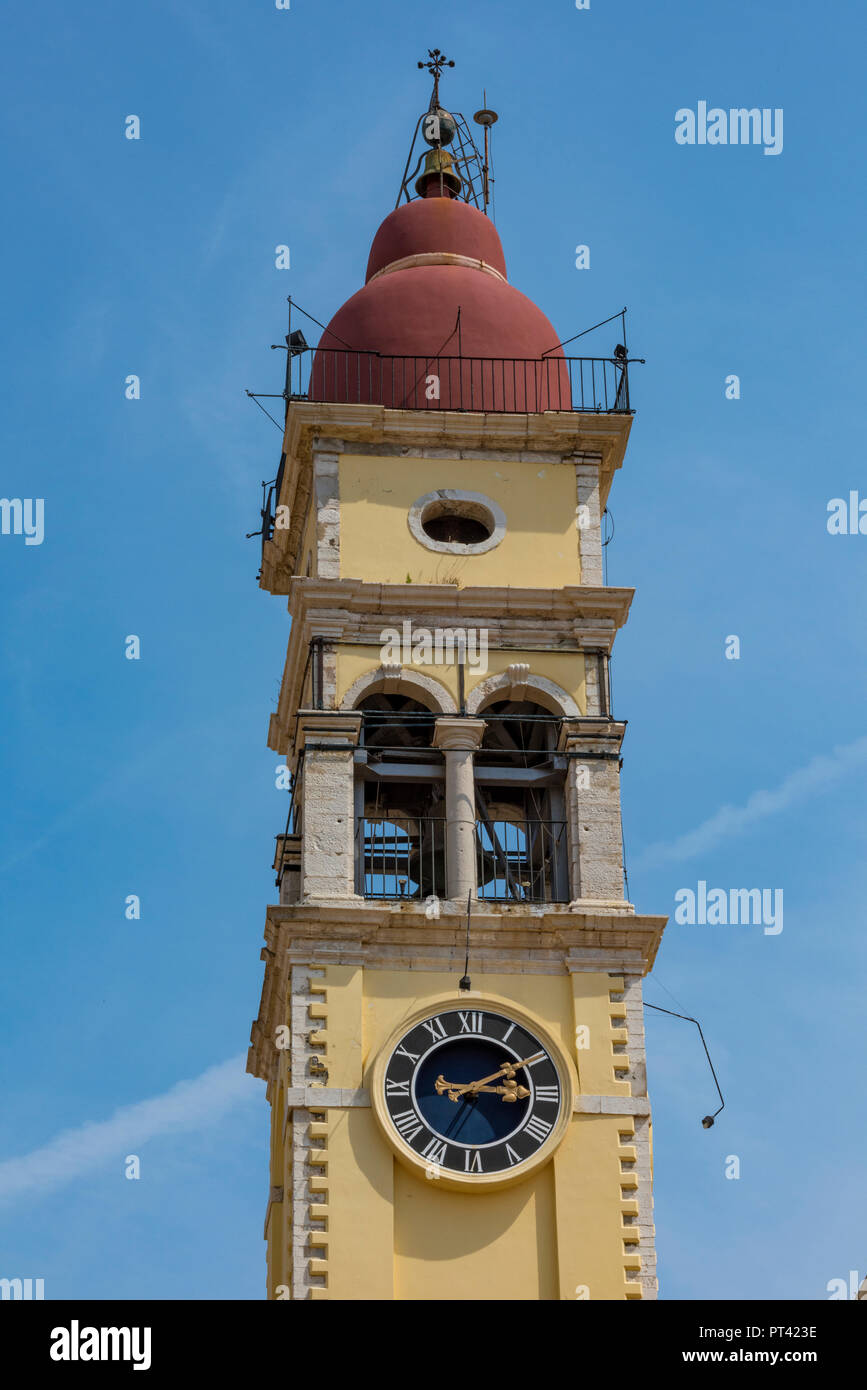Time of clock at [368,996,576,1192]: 3:09
